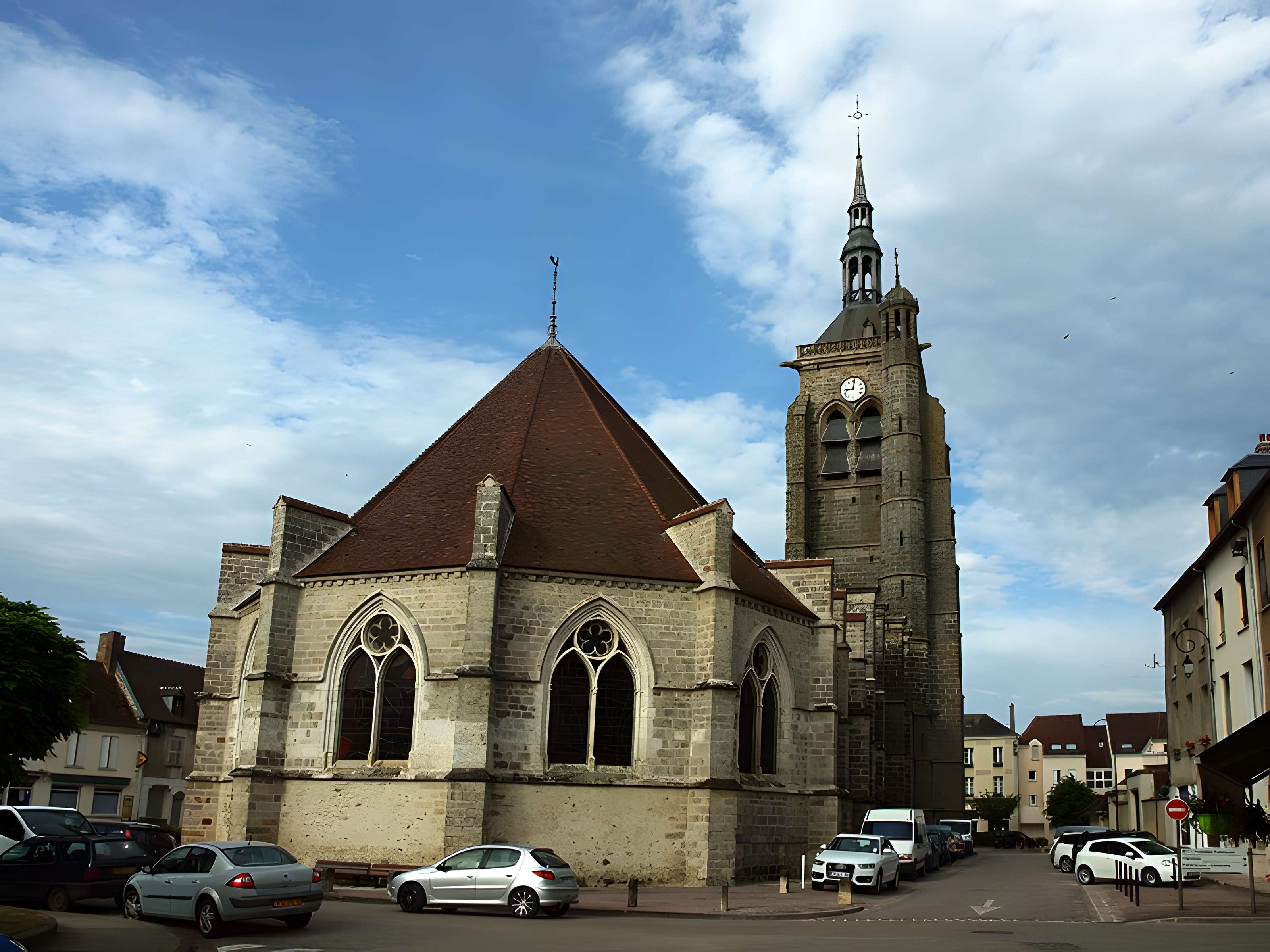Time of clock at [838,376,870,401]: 9:01
